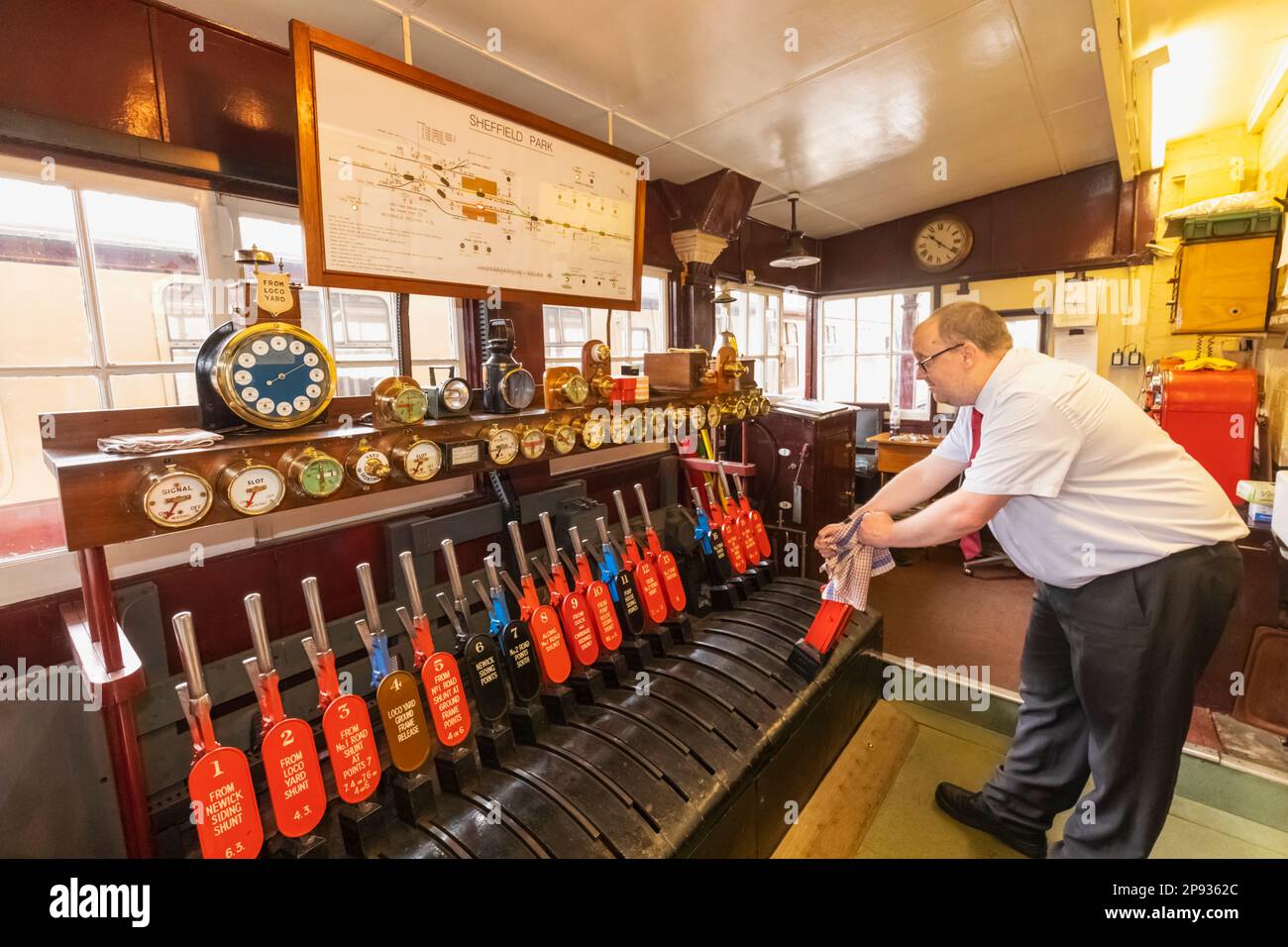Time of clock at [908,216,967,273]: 10:21
